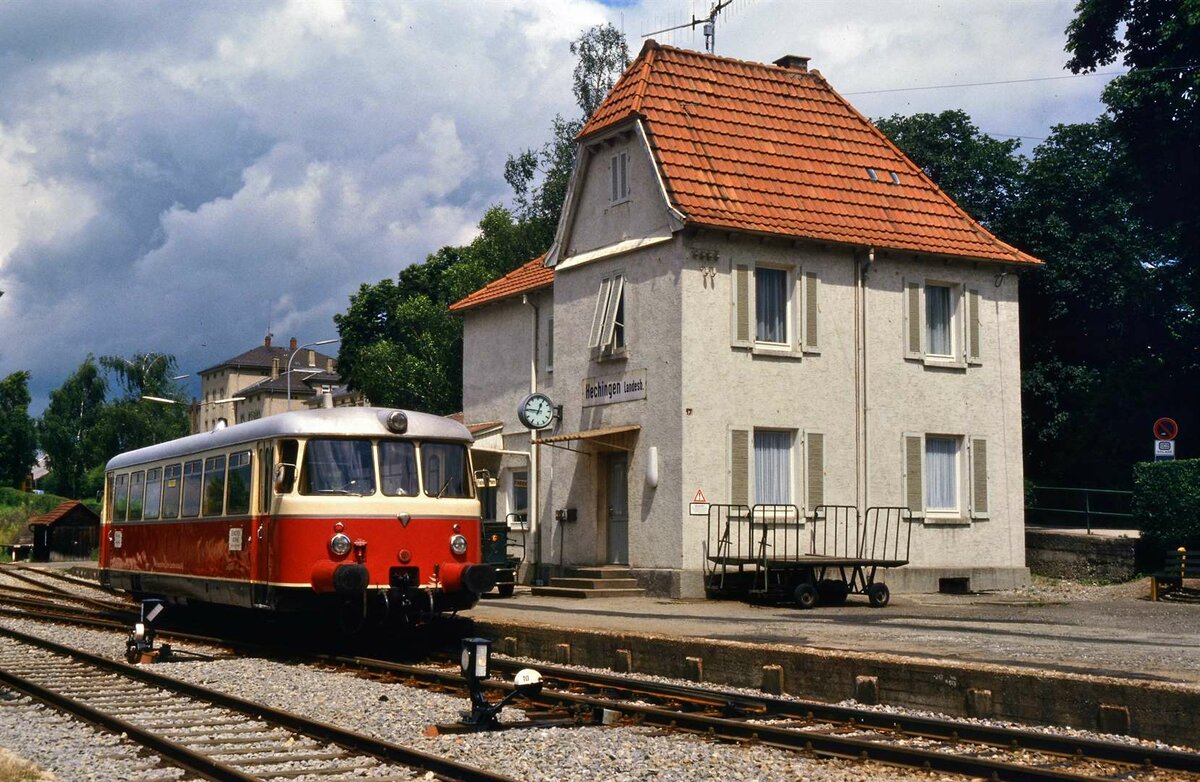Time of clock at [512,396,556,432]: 12:46
